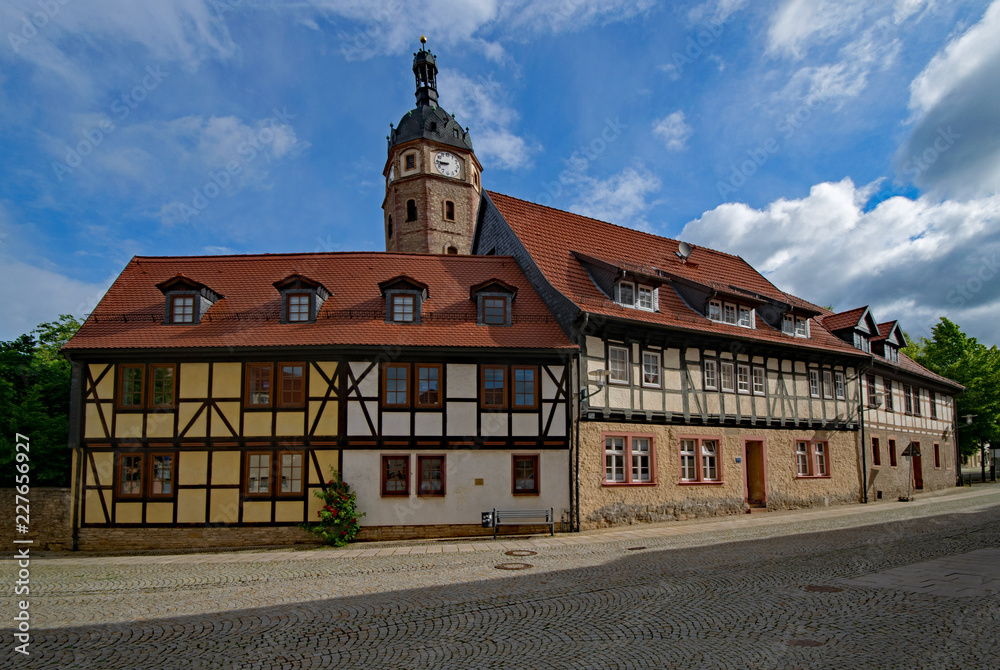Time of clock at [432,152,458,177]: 8:45
